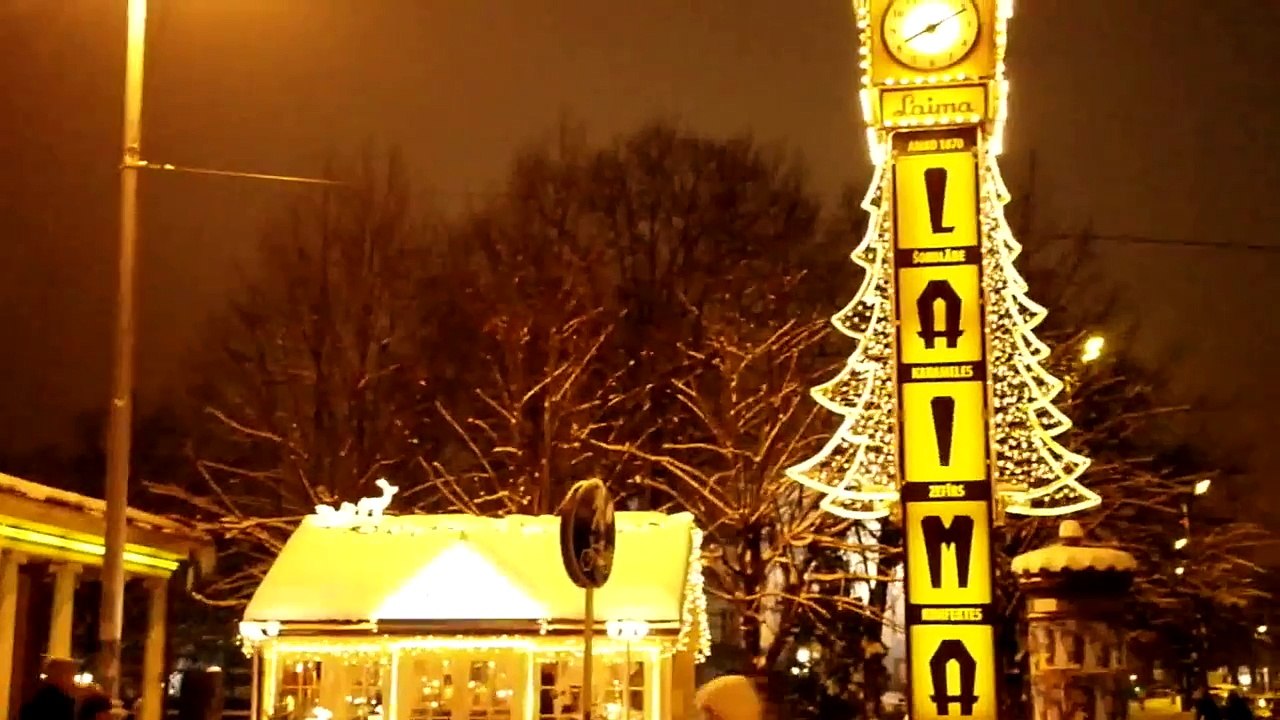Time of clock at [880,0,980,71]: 8:10
